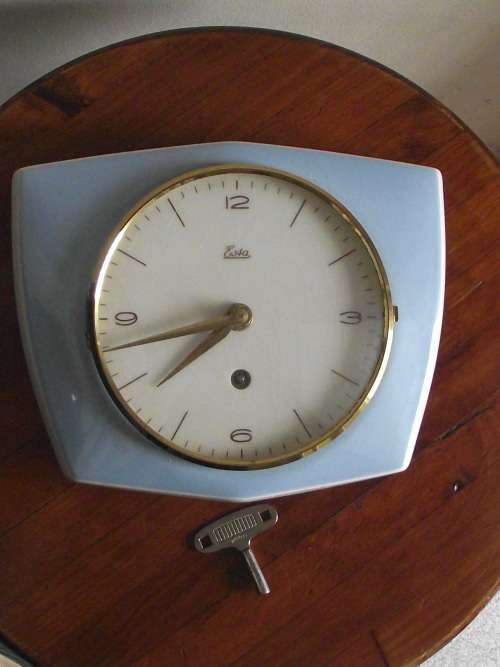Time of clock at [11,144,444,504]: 7:42
